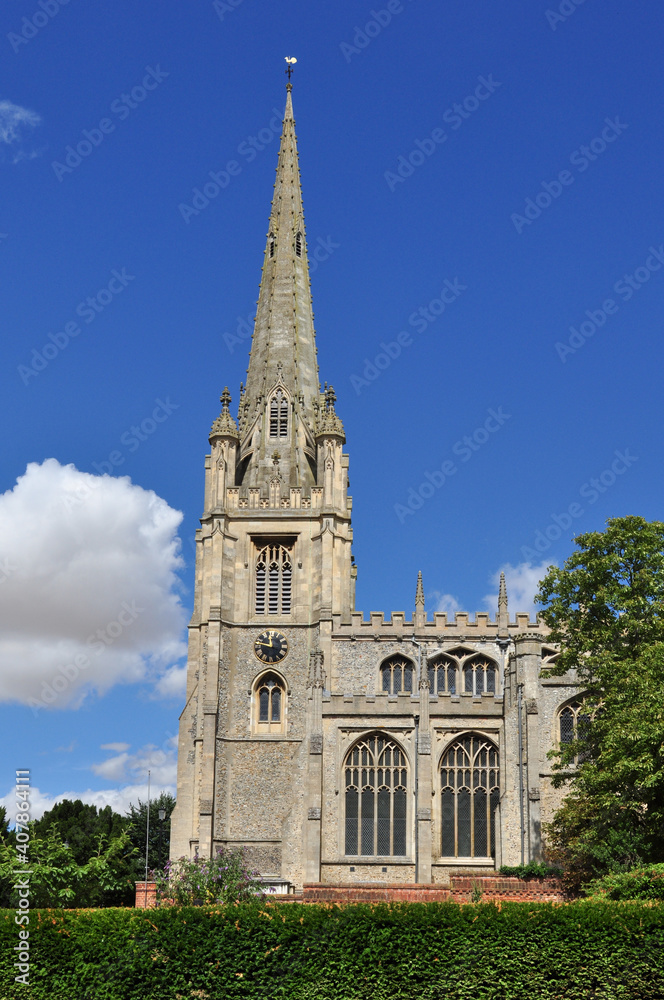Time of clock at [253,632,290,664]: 11:46
